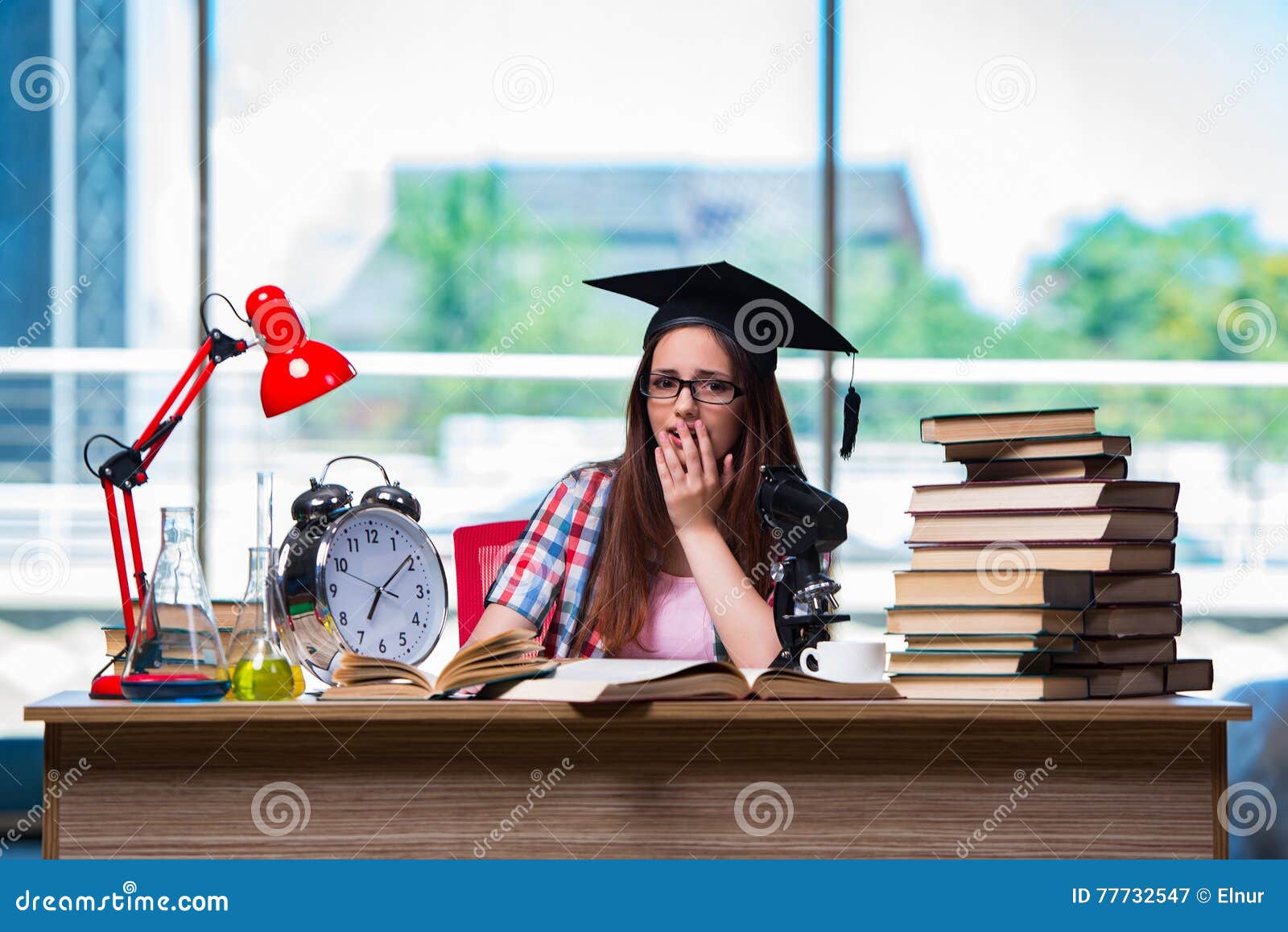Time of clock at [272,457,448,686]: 7:08
